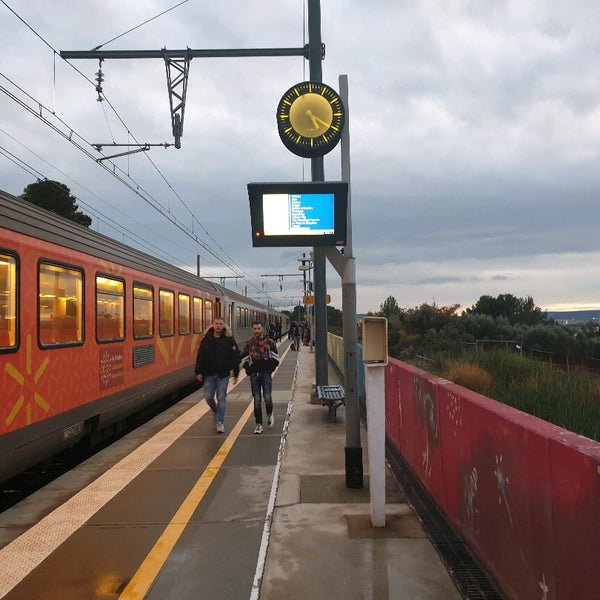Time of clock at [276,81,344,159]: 5:20
